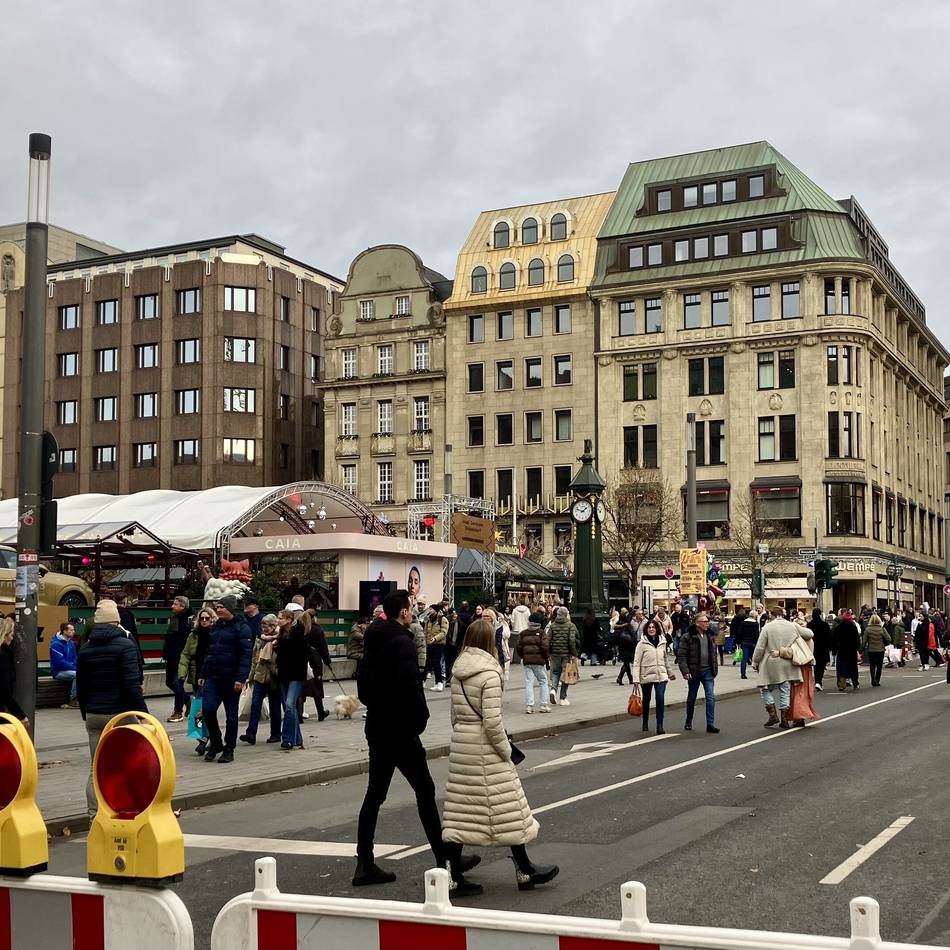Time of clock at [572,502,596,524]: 1:47
